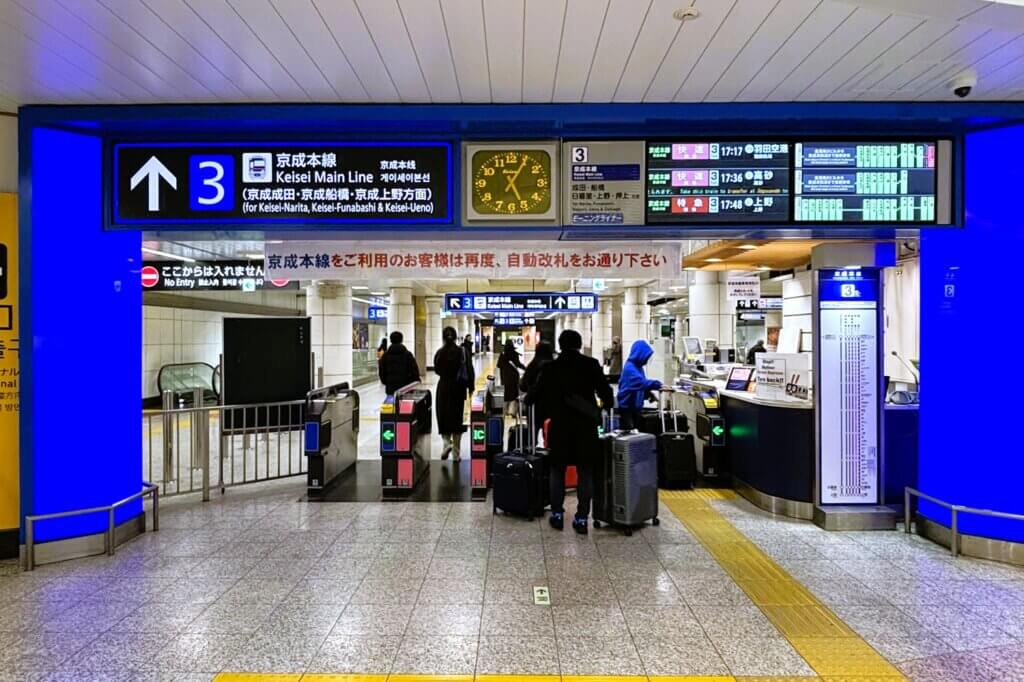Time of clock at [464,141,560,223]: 5:05
